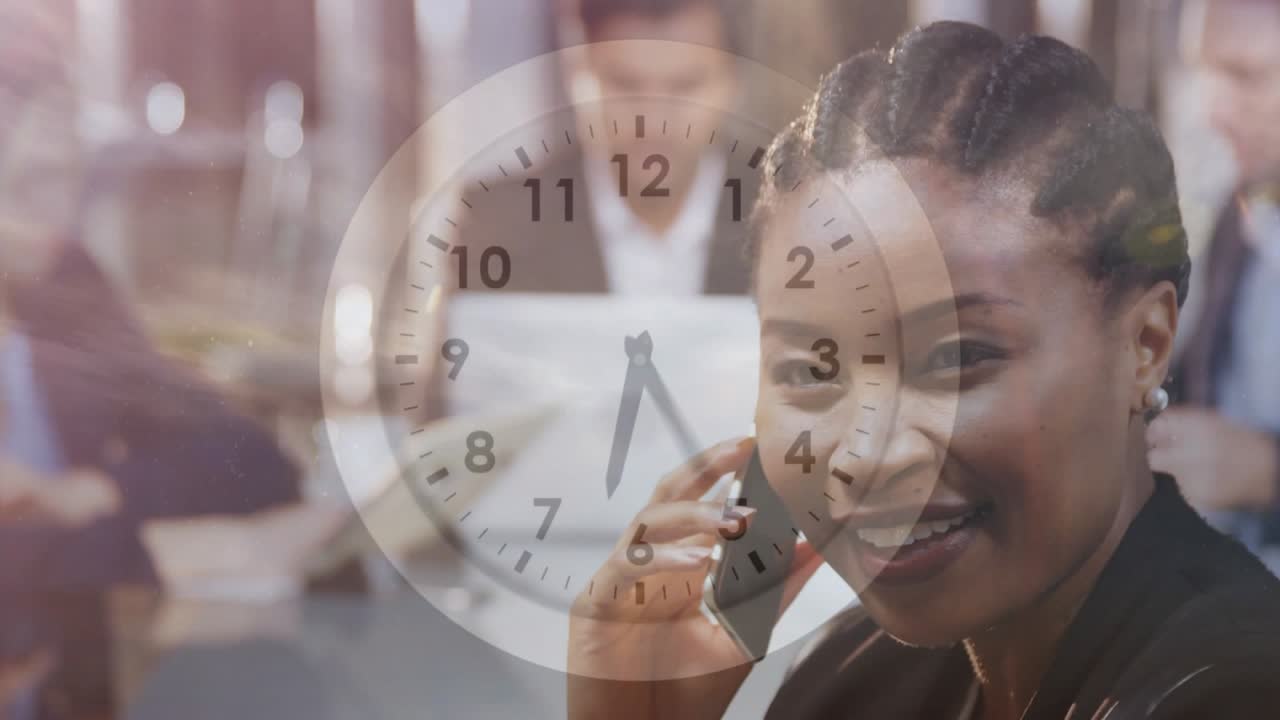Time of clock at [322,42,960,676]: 6:23
